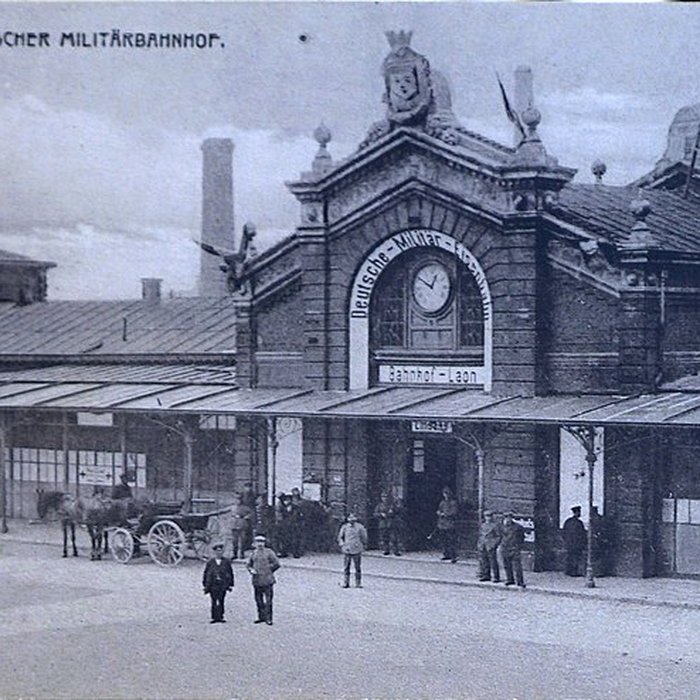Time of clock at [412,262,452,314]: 12:49
